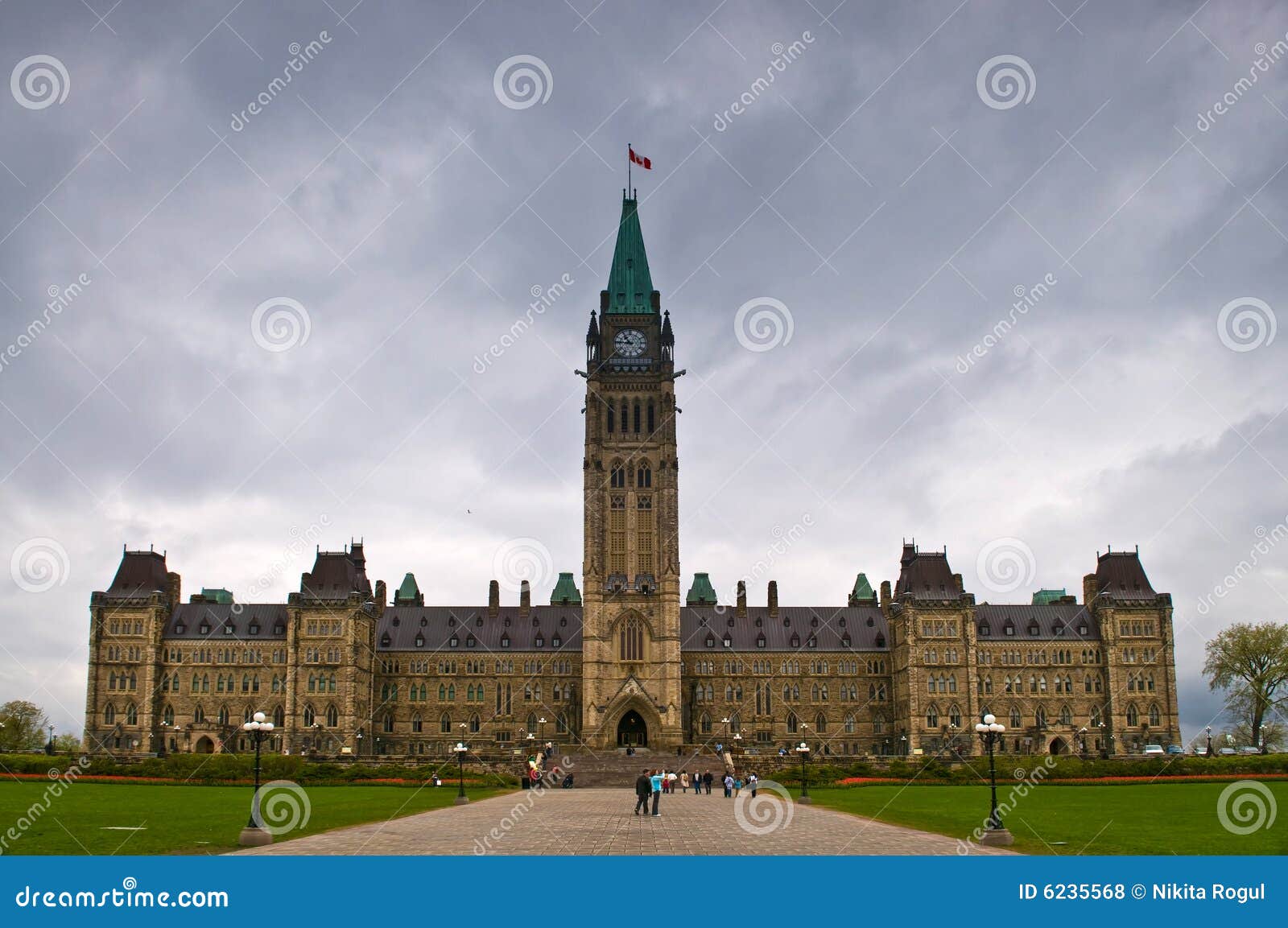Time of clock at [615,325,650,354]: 10:45
